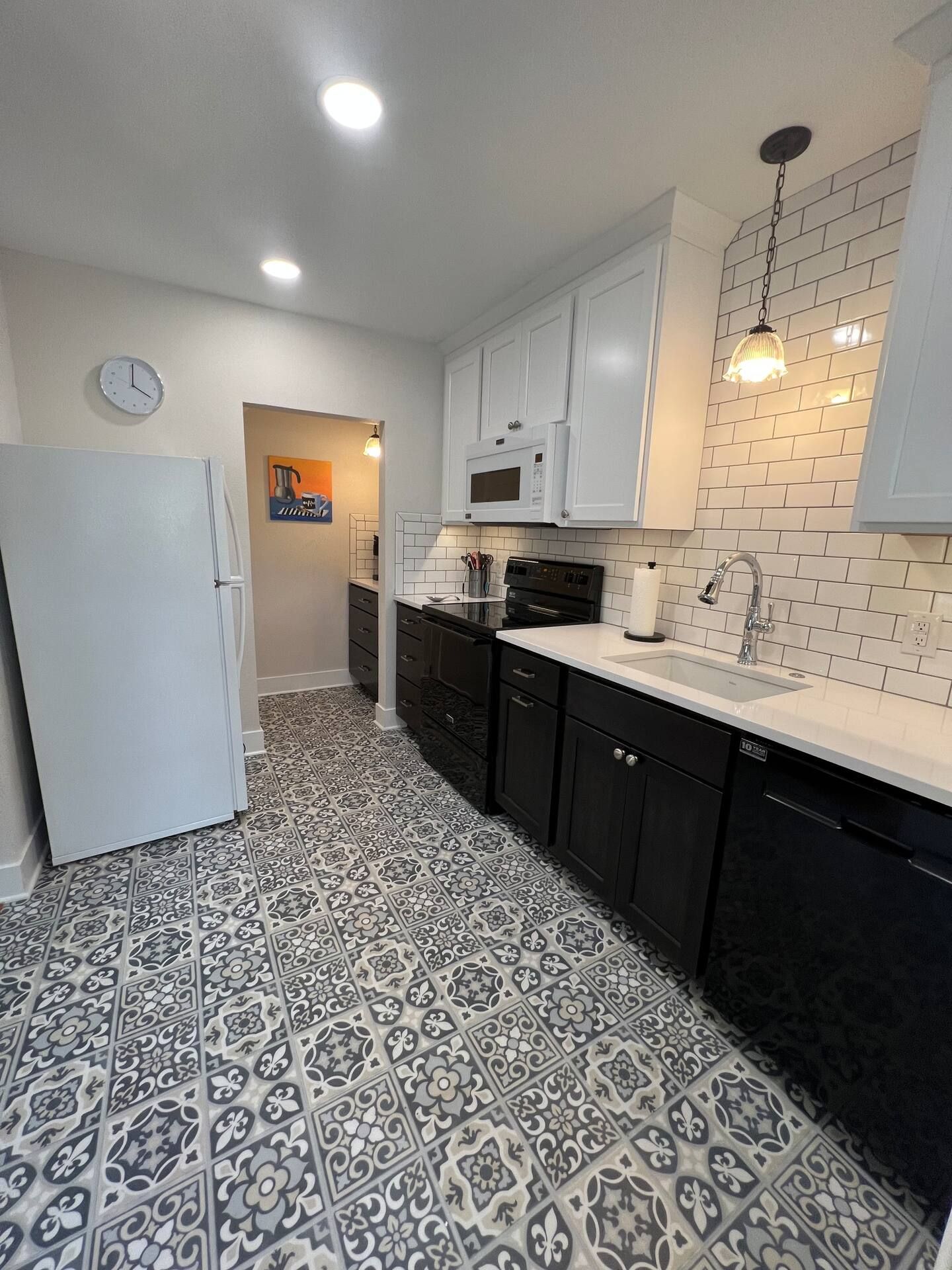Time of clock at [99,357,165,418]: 4:00
